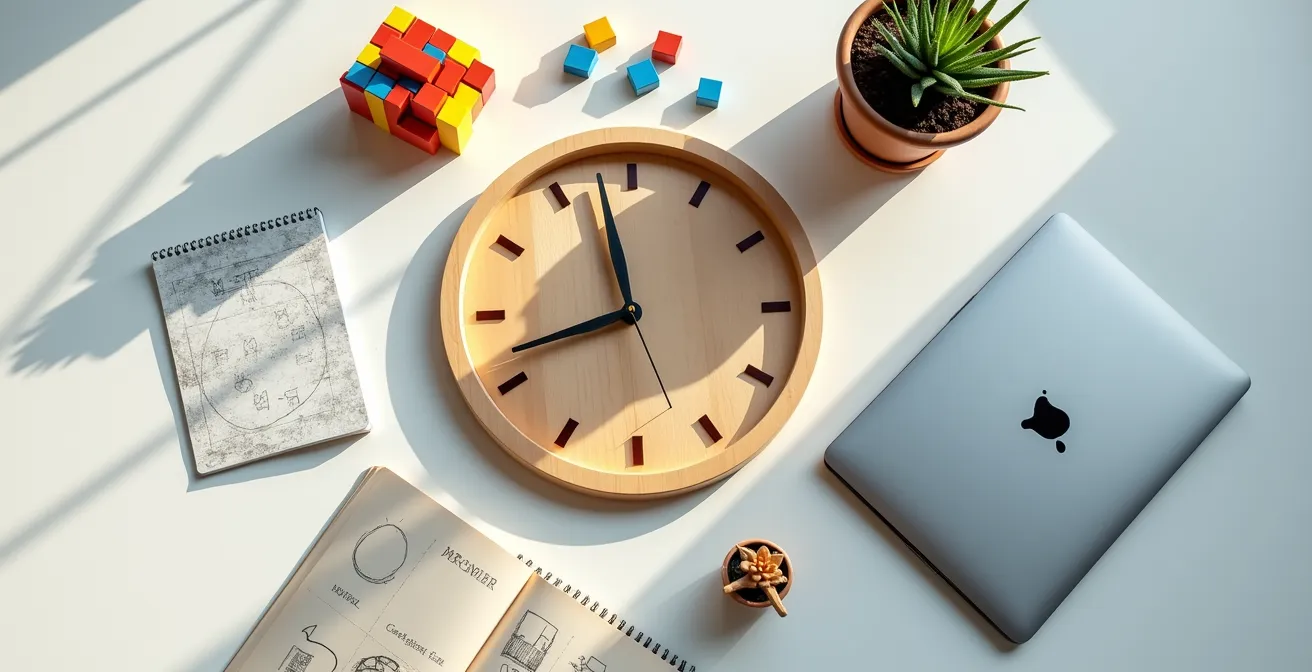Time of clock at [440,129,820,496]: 11:42
